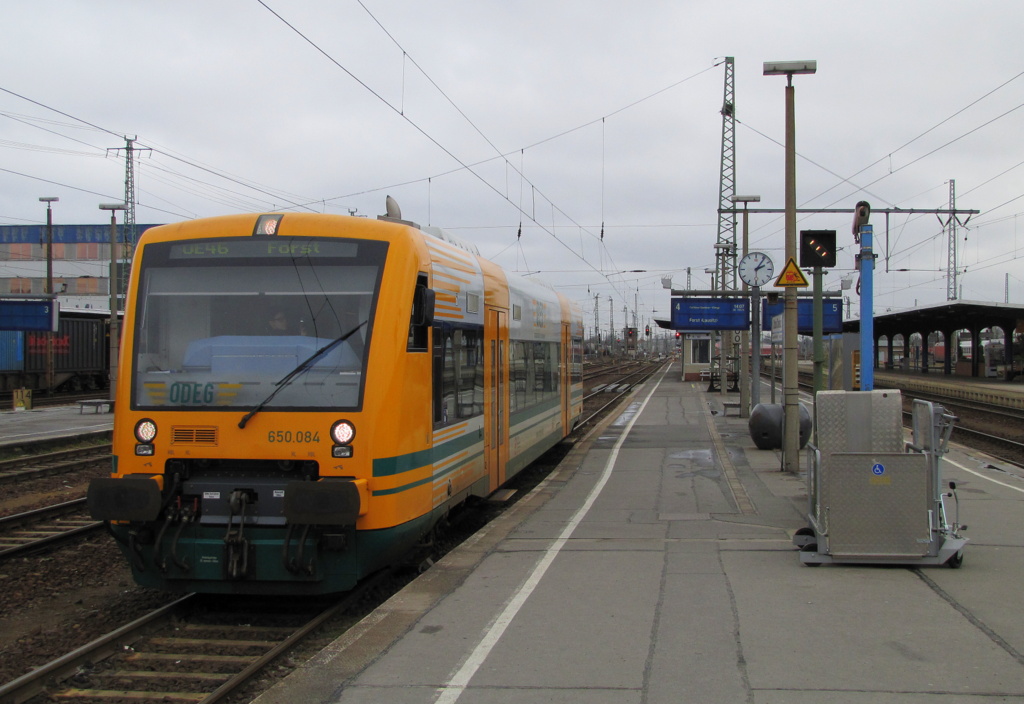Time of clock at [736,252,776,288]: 2:06
